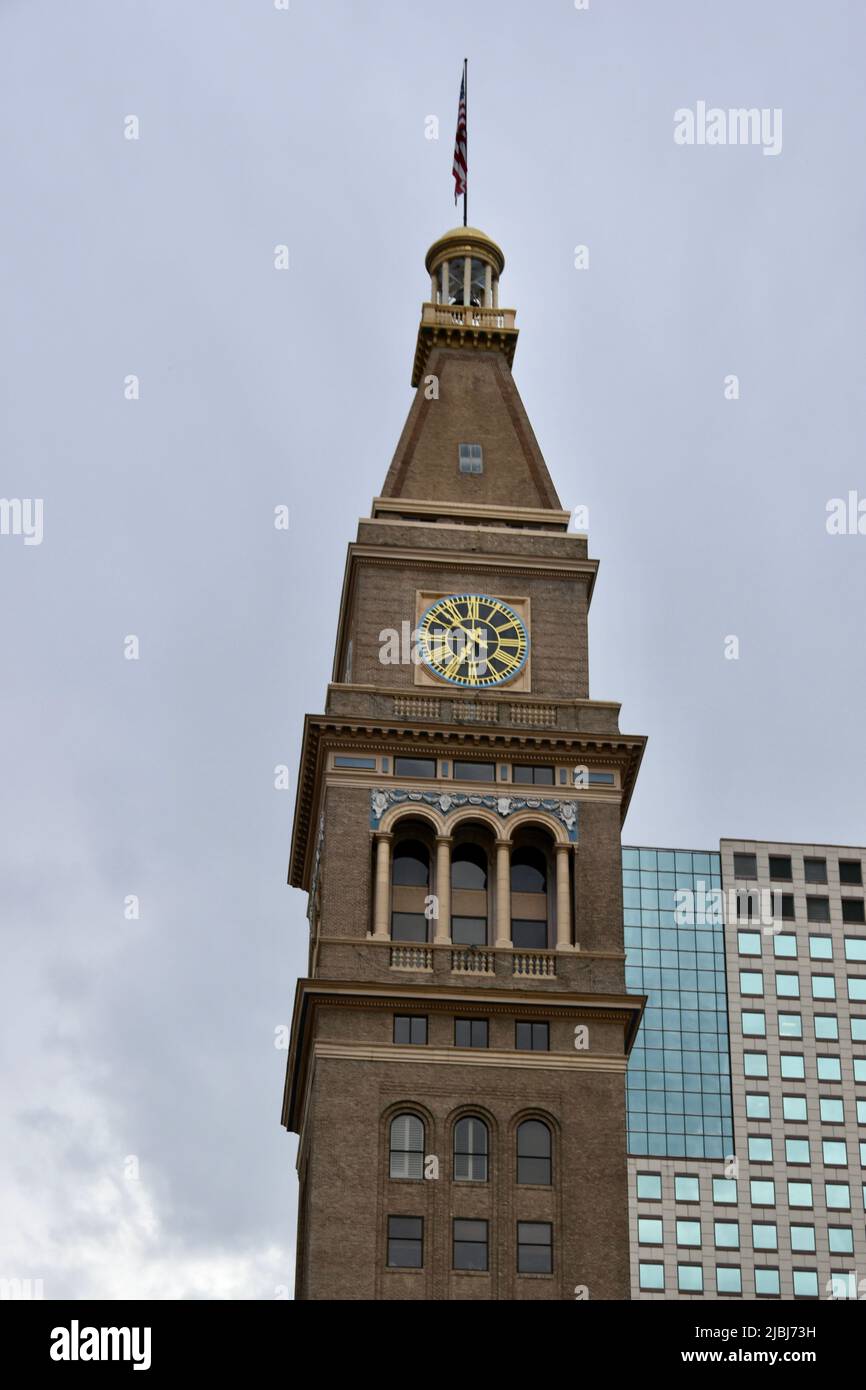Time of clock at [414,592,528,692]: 5:51
